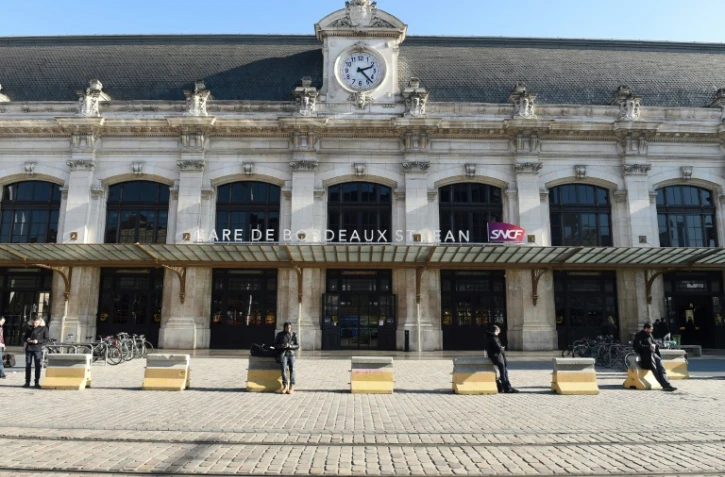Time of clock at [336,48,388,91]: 2:22
